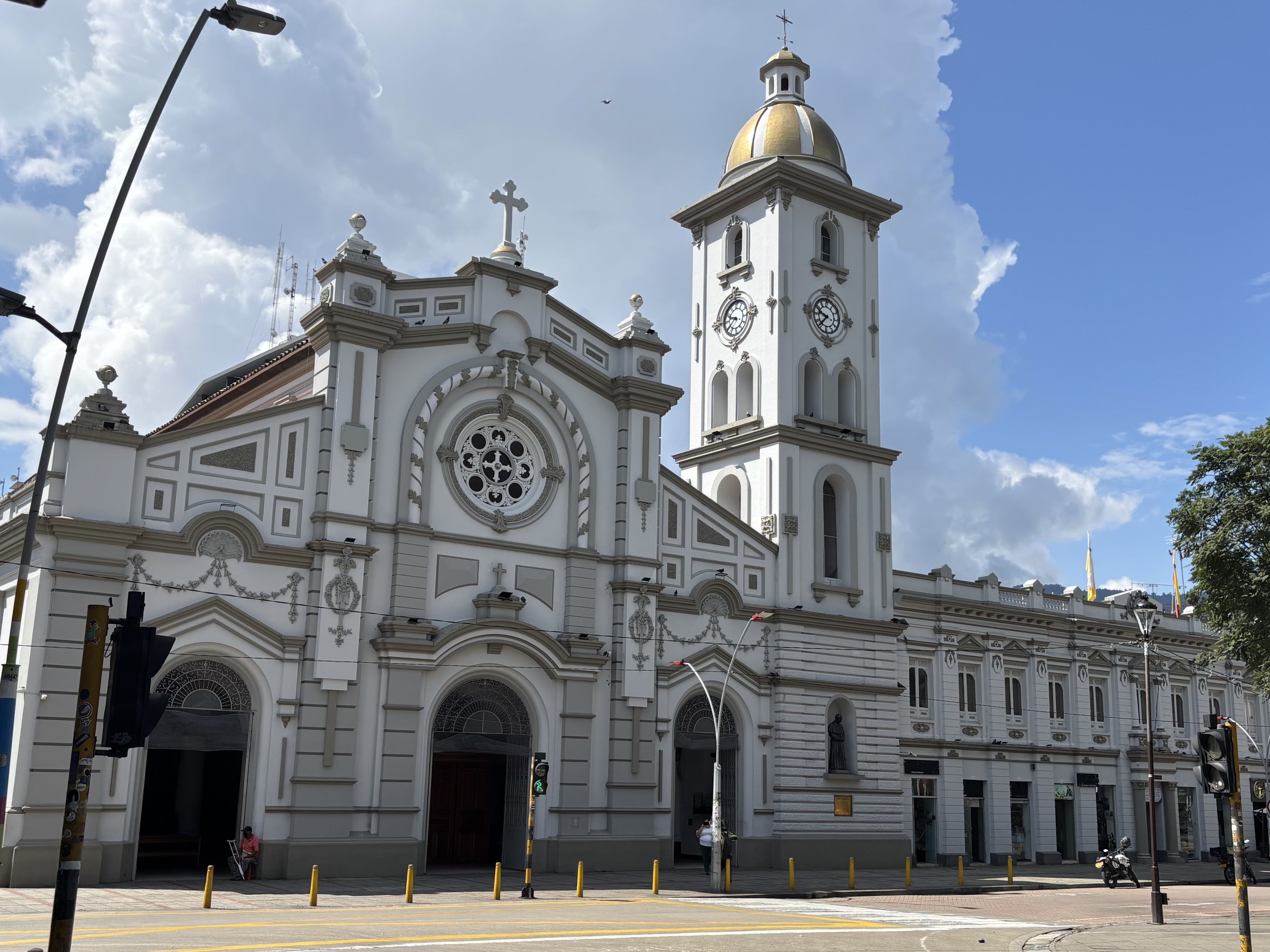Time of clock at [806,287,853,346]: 9:36
